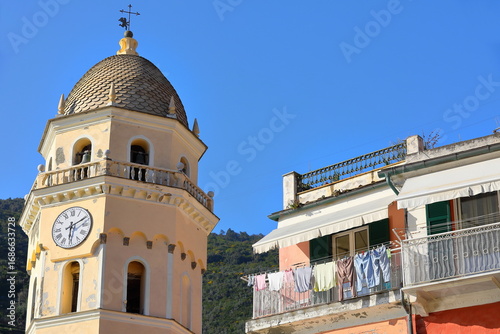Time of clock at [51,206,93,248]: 6:10
